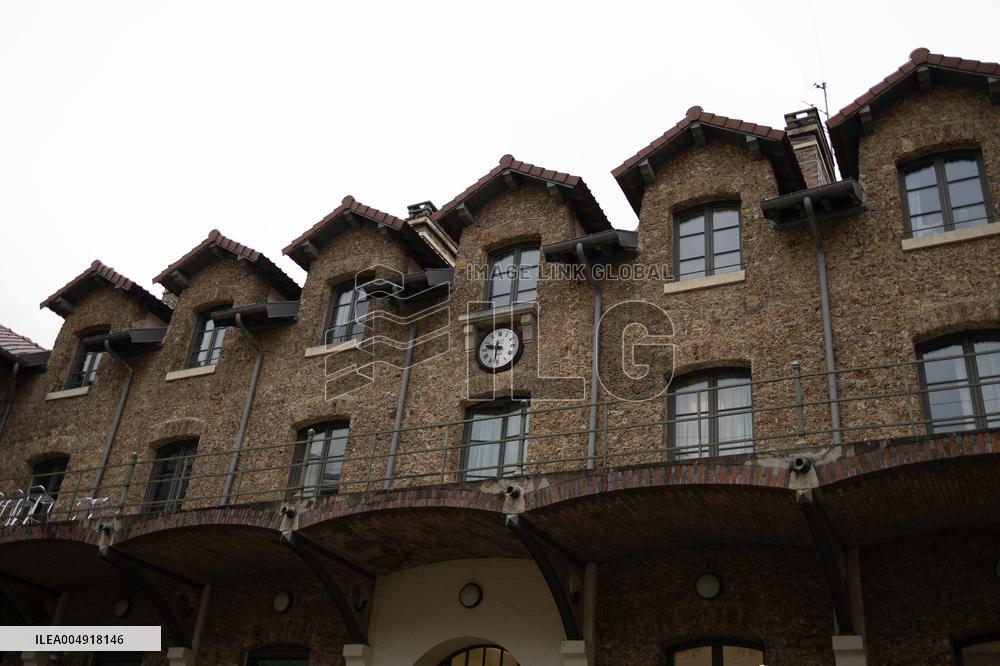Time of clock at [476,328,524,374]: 9:31
